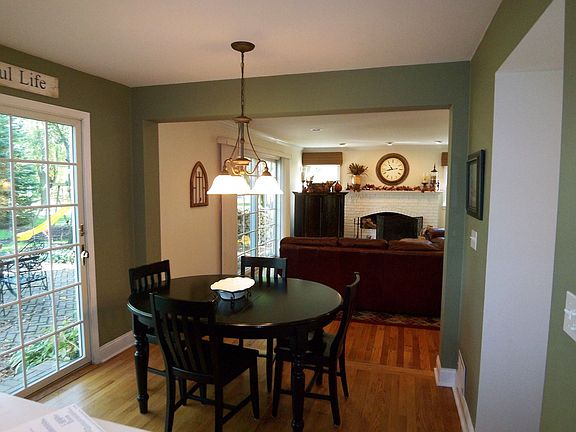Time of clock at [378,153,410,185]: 10:42
